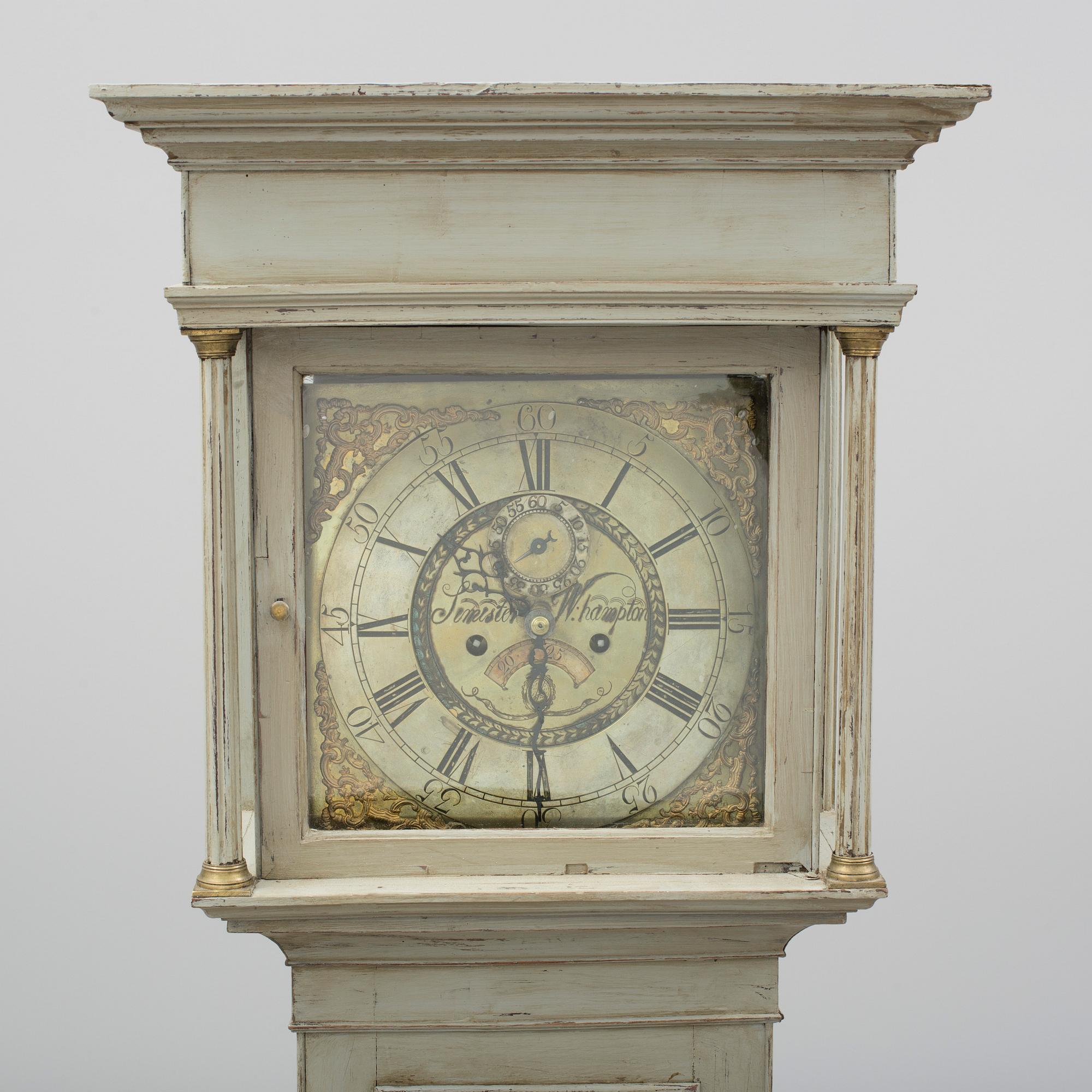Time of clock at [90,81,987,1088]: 11:30
